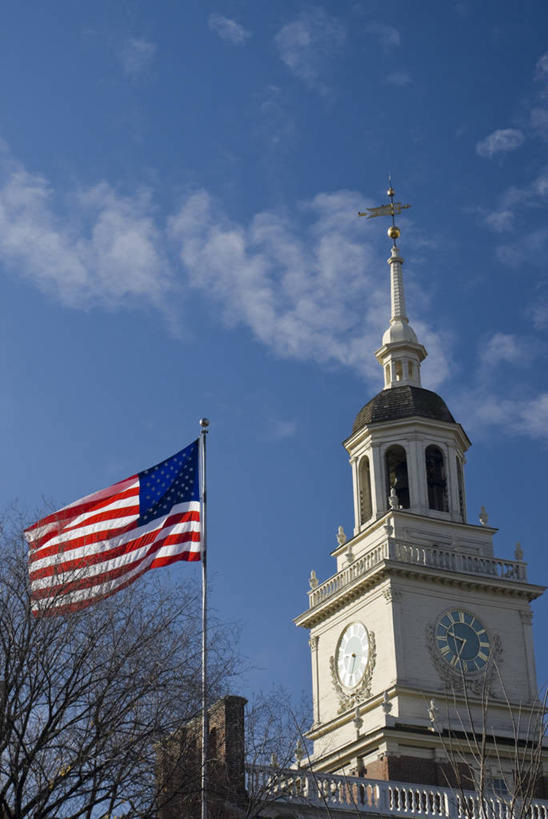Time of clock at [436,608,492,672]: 9:34
